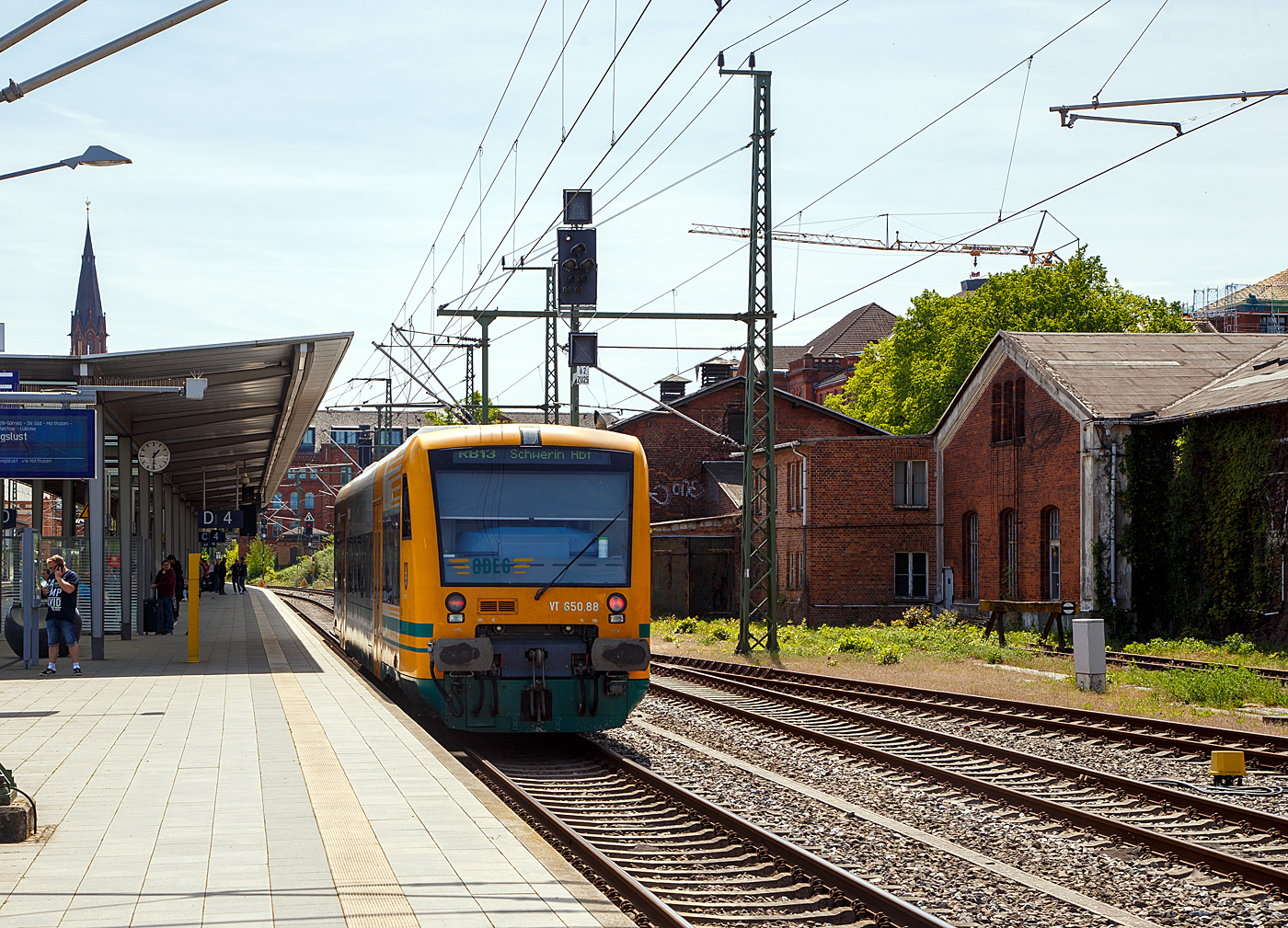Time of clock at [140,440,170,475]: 1:30
